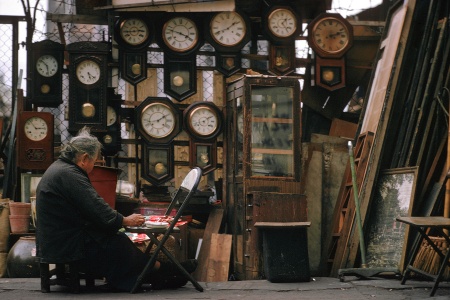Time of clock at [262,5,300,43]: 1:24
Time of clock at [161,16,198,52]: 3:47
